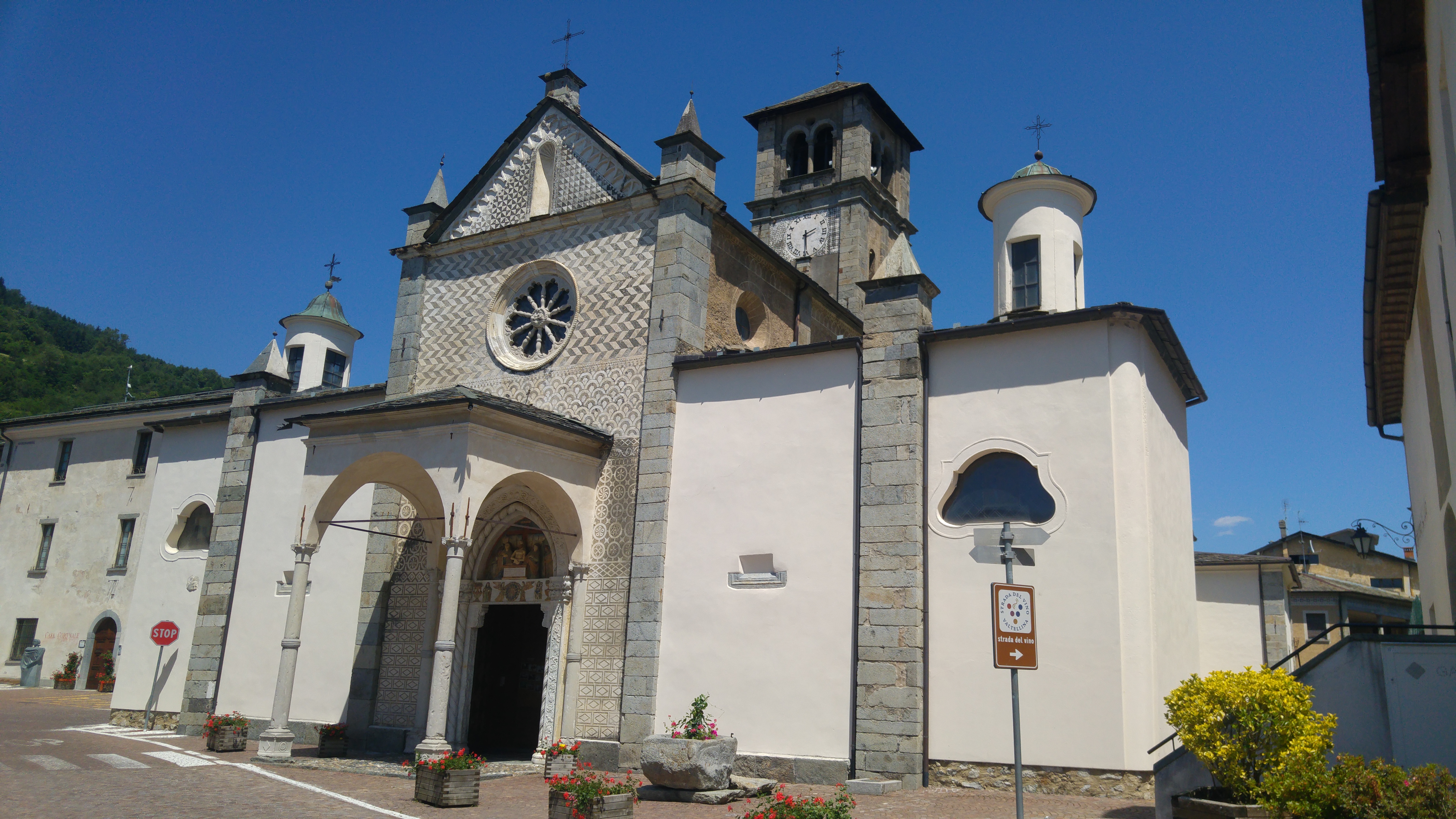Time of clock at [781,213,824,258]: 2:29
